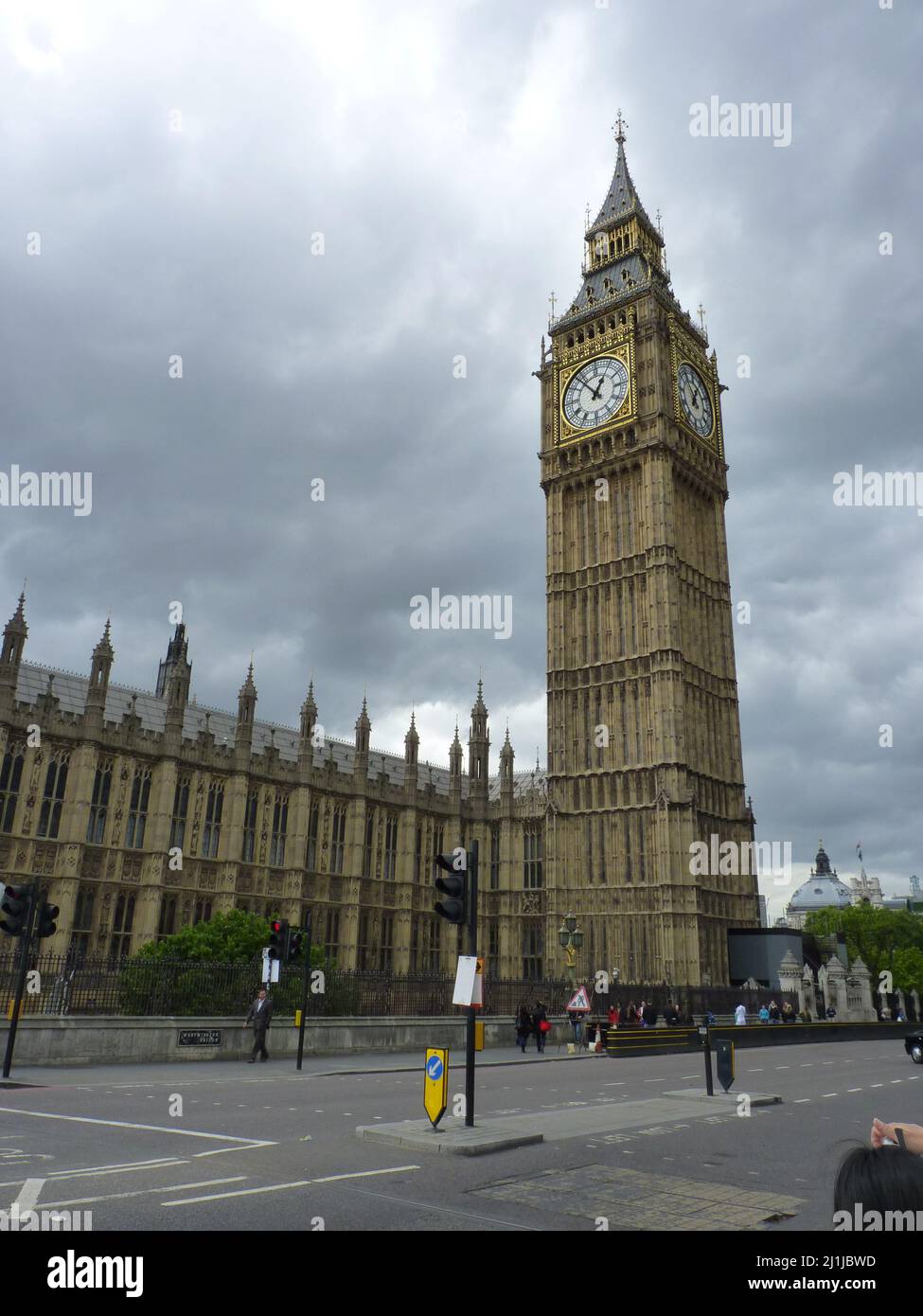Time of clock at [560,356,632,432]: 12:53
